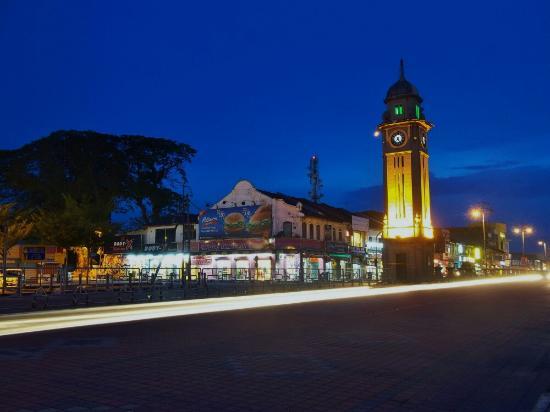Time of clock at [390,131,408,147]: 7:25
